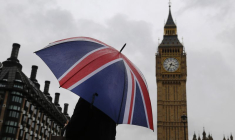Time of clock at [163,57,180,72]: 3:34
